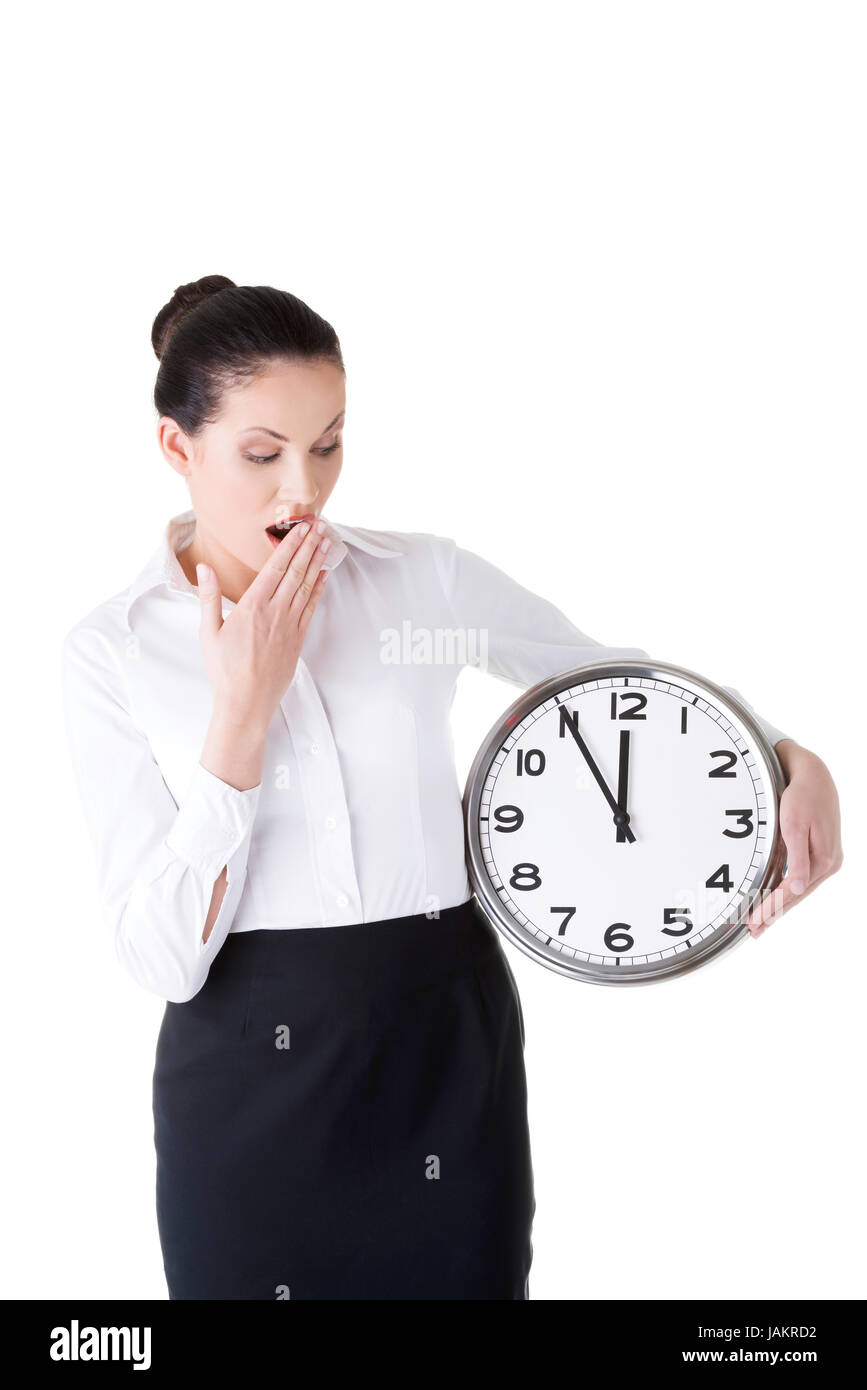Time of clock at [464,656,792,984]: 11:54
